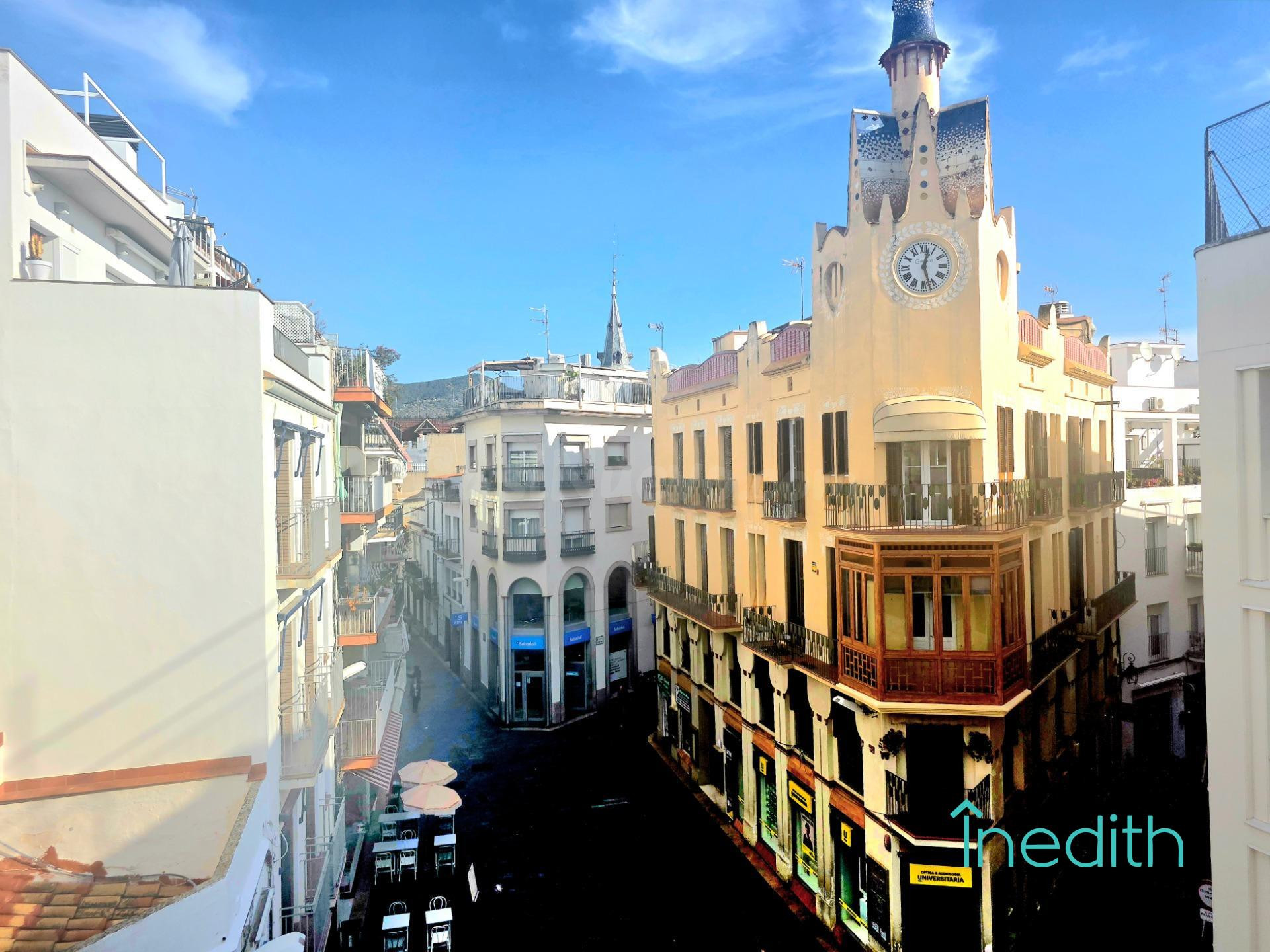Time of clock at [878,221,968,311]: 12:27
